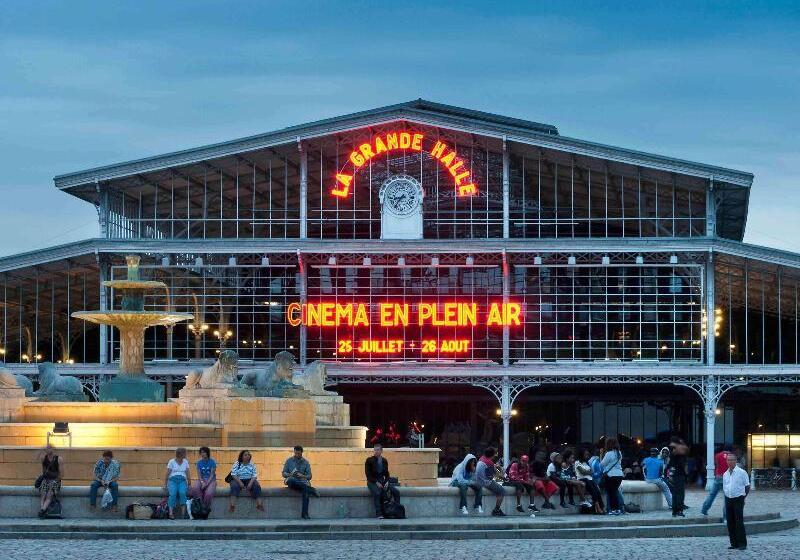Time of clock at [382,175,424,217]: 8:36
